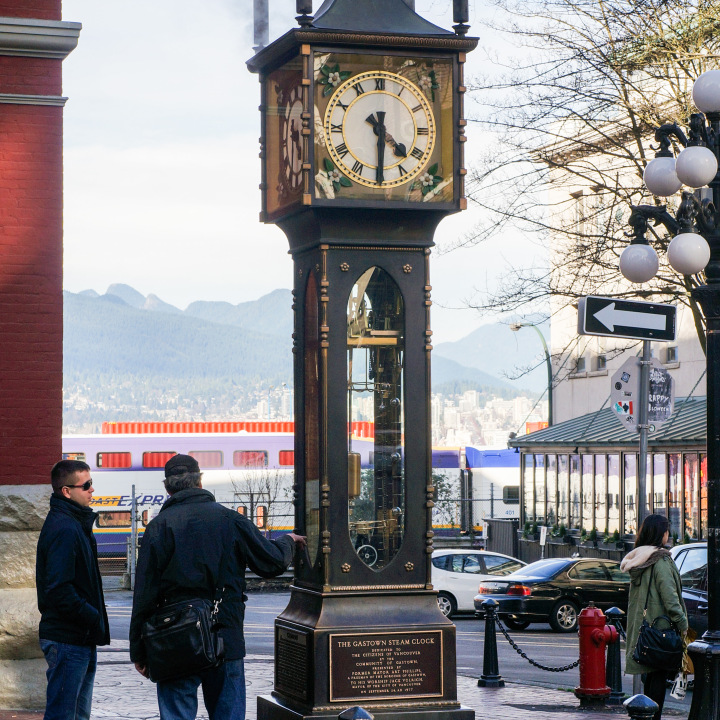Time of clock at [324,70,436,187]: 4:30
